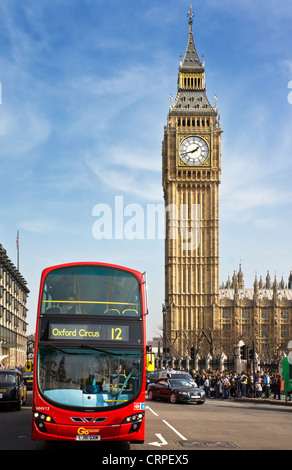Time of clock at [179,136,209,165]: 1:42
